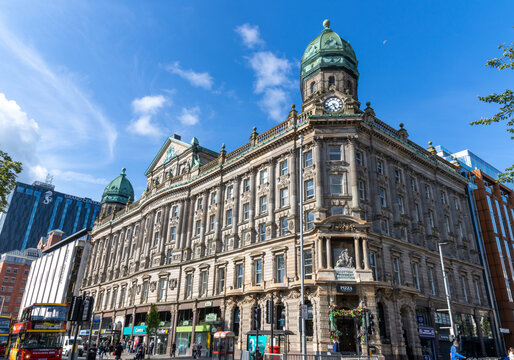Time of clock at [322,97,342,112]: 5:40
